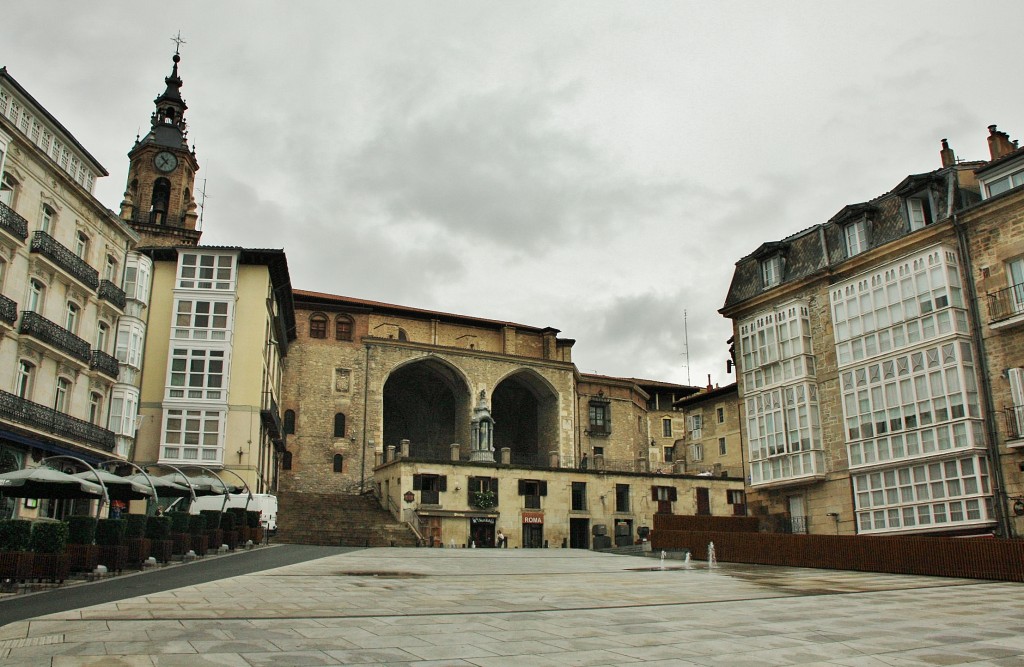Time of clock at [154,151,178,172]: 10:36
